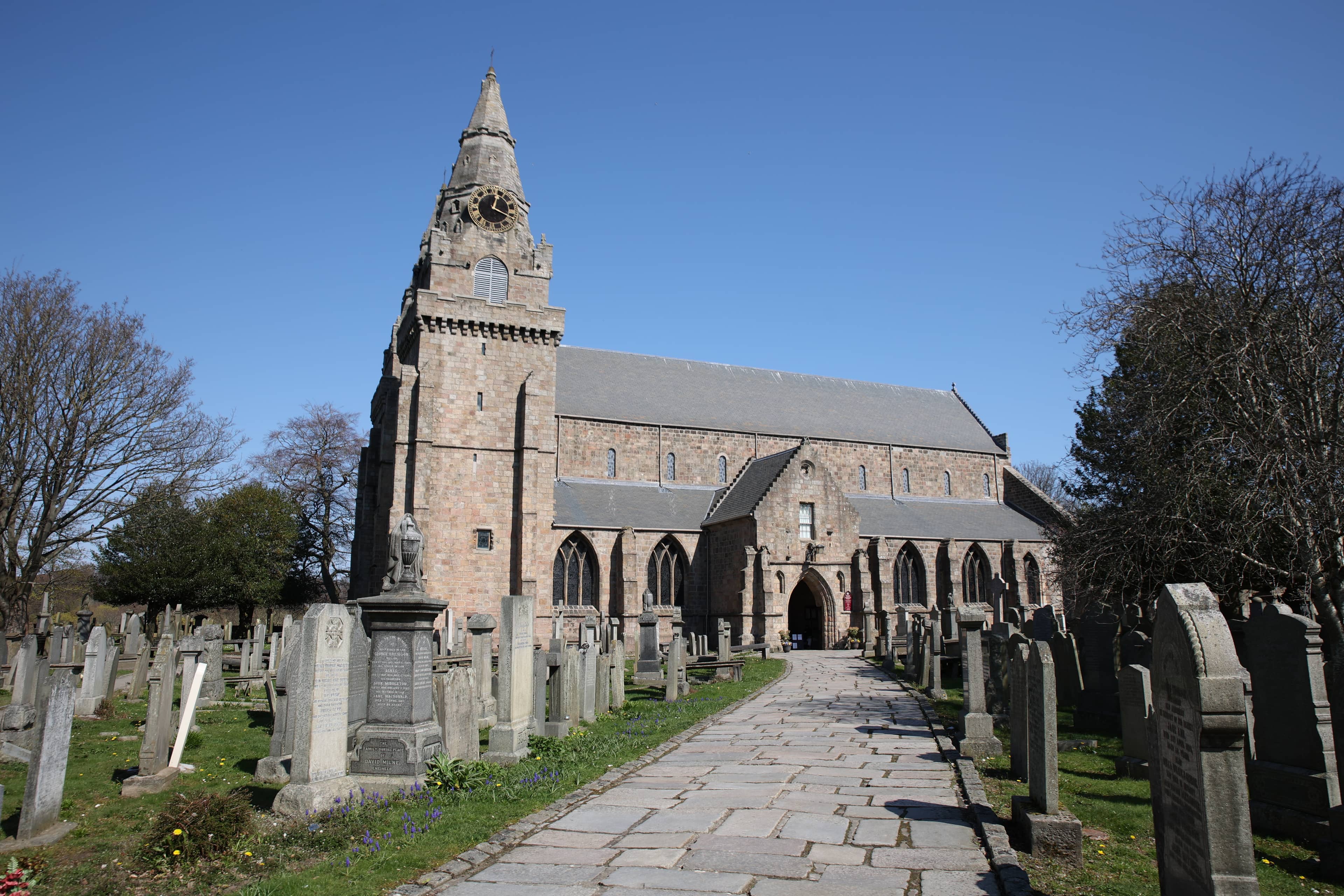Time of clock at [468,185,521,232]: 12:18
